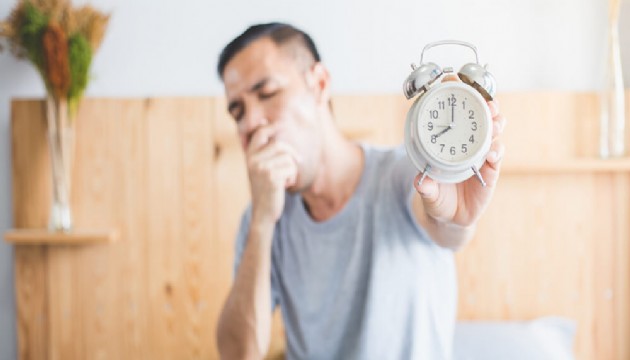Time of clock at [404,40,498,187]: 8:00
